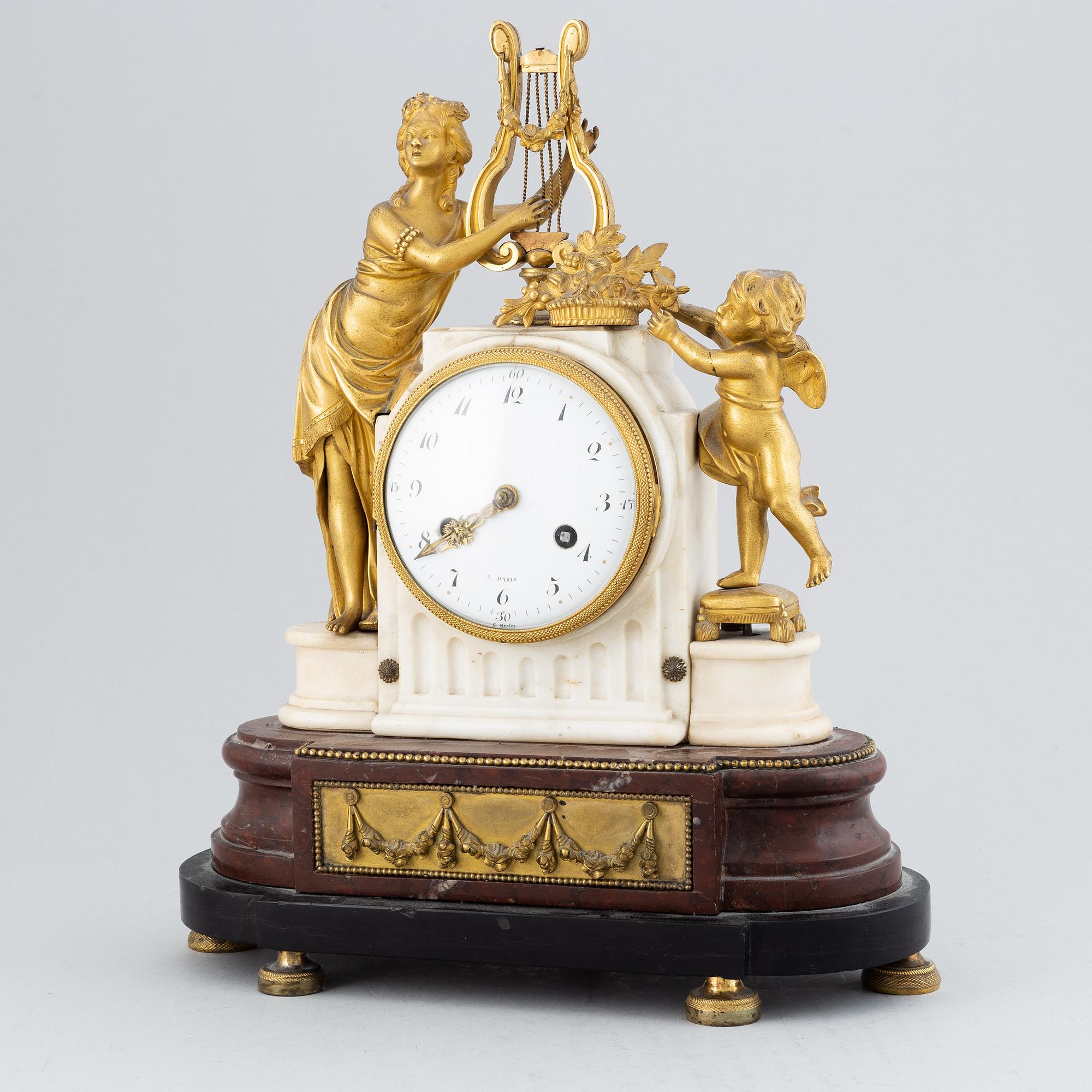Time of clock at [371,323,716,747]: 7:39
